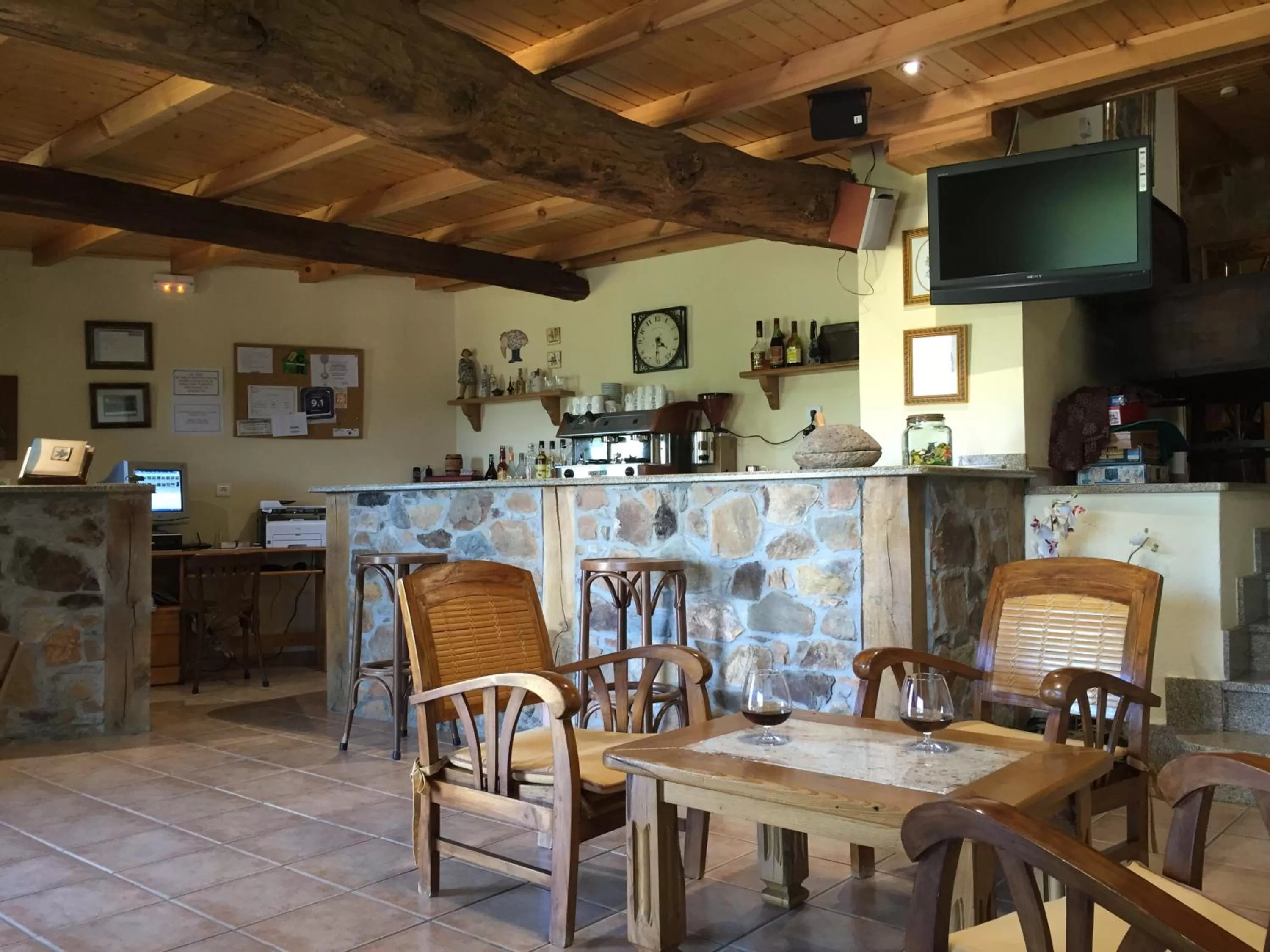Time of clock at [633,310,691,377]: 4:31
